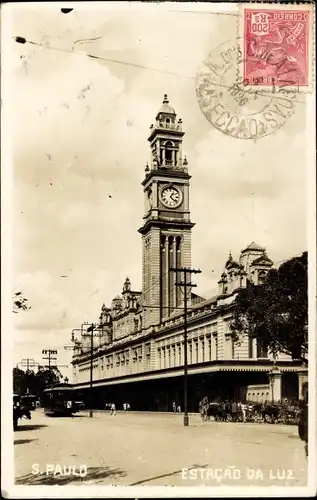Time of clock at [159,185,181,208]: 1:21
